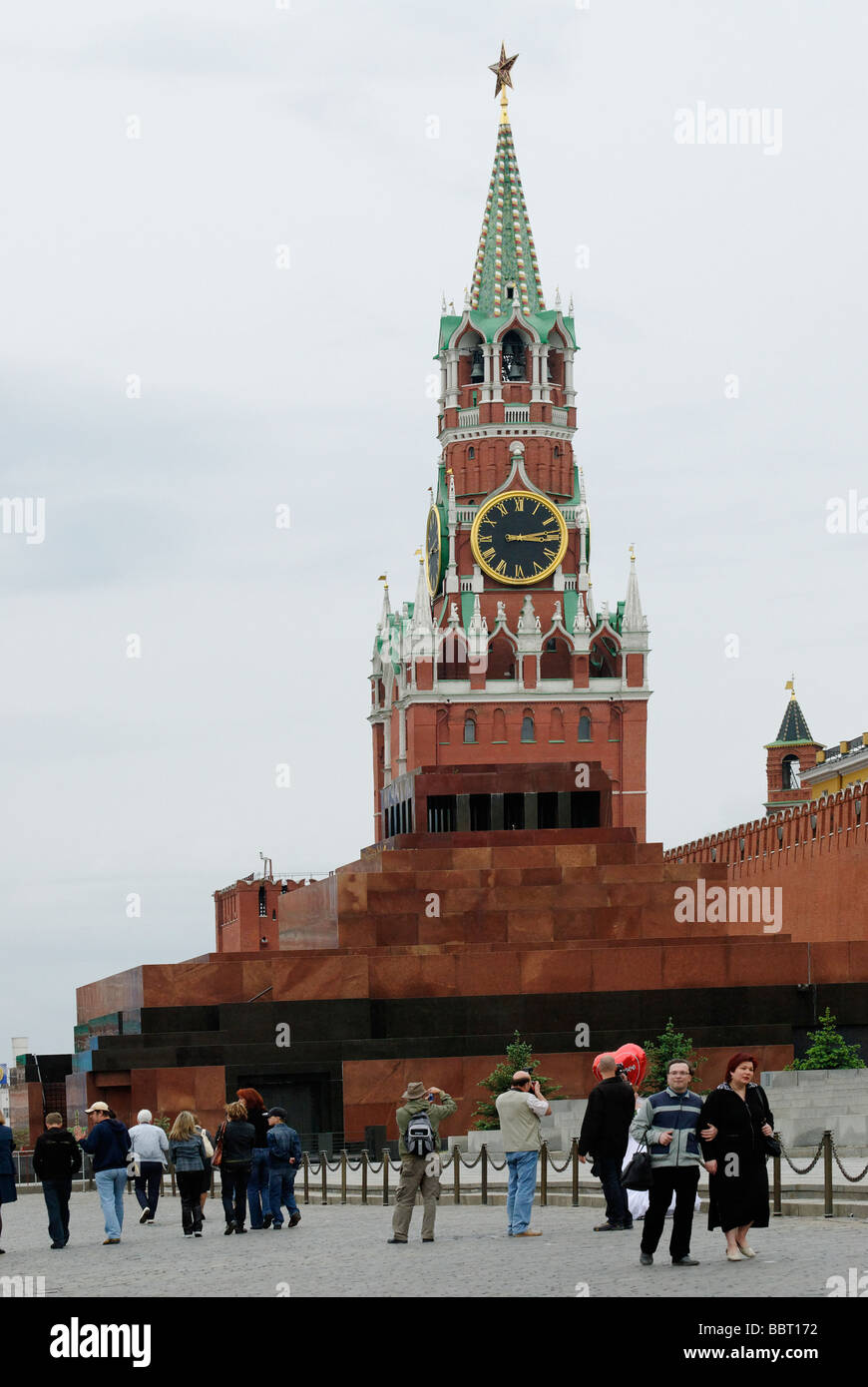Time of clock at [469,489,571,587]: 3:13
